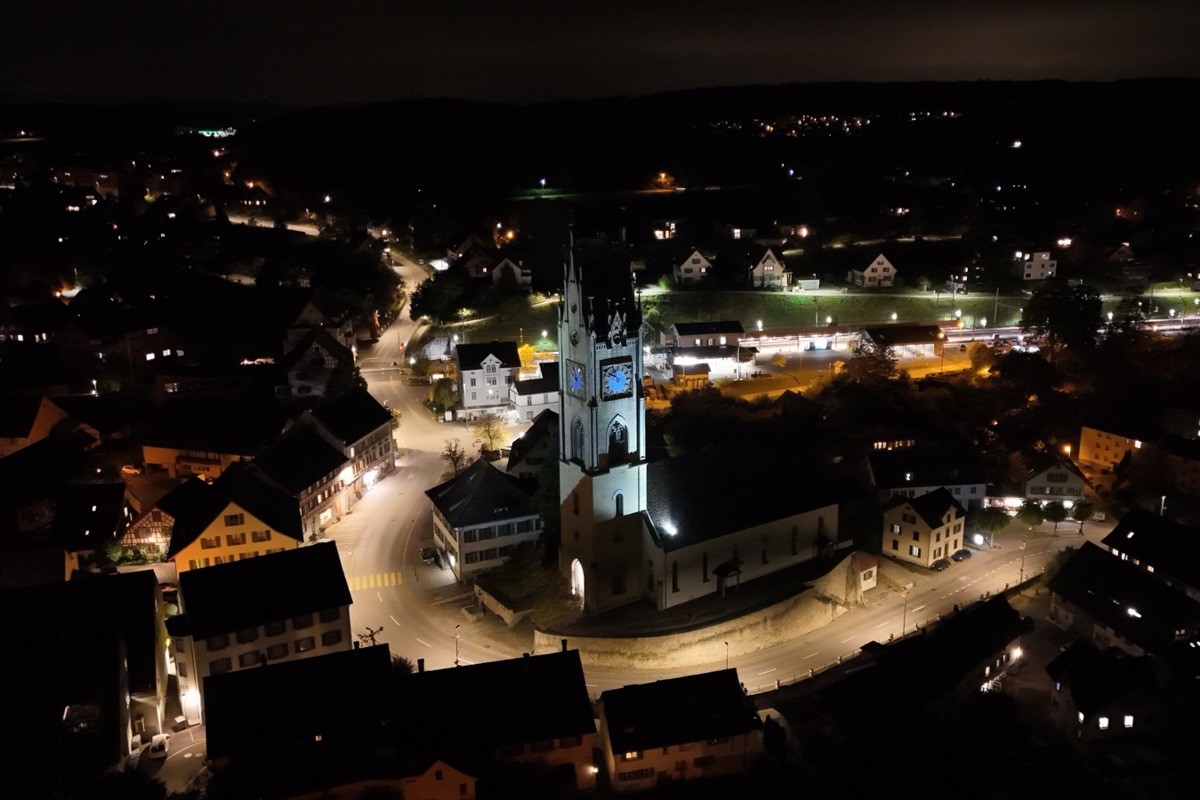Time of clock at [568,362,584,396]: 9:57
